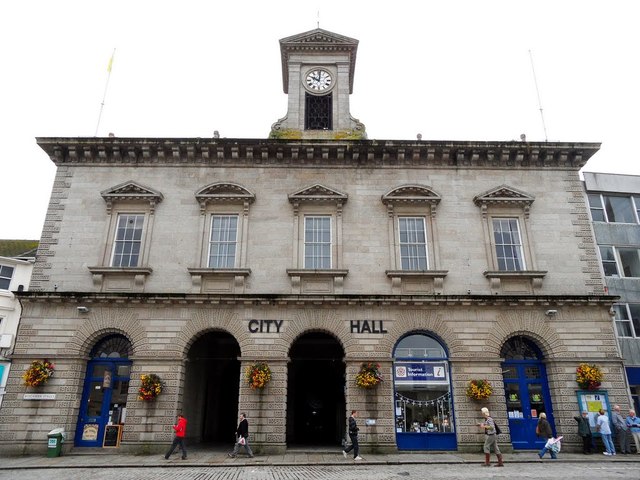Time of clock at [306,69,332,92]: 10:00
